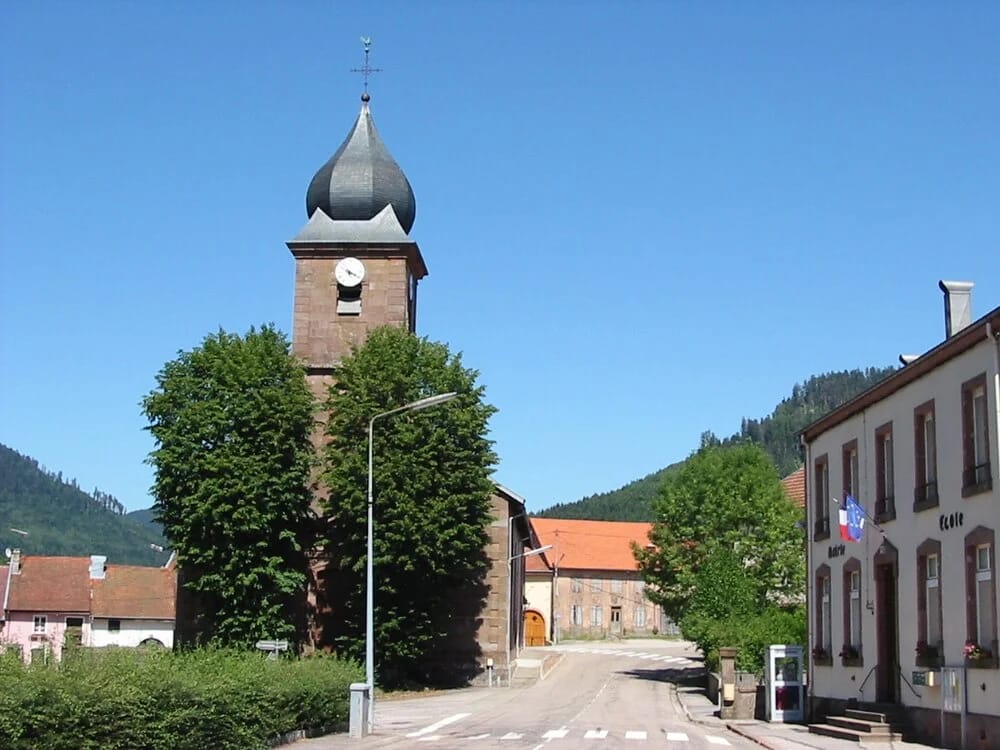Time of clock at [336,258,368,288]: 5:19
